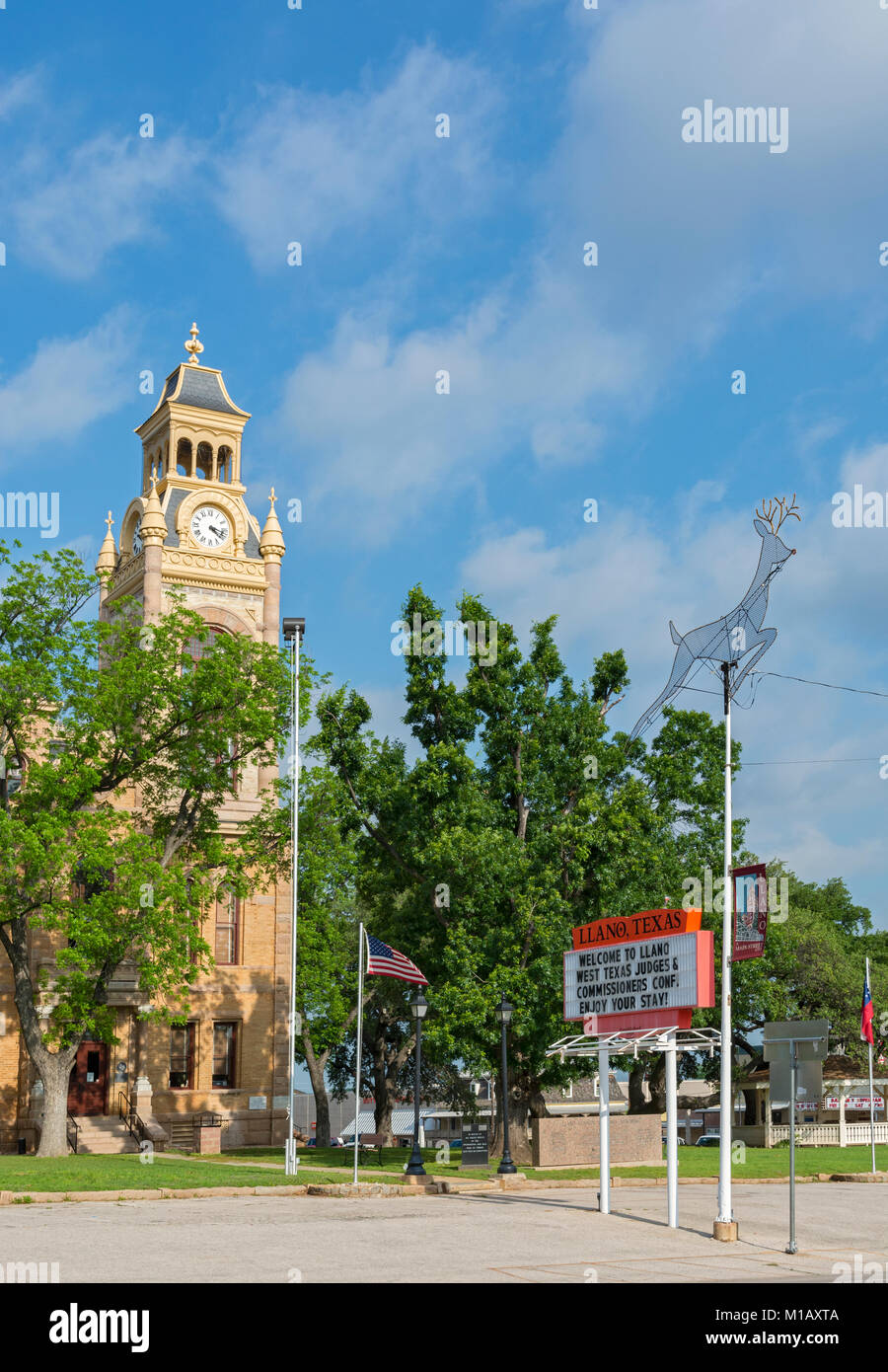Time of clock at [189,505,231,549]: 4:17
